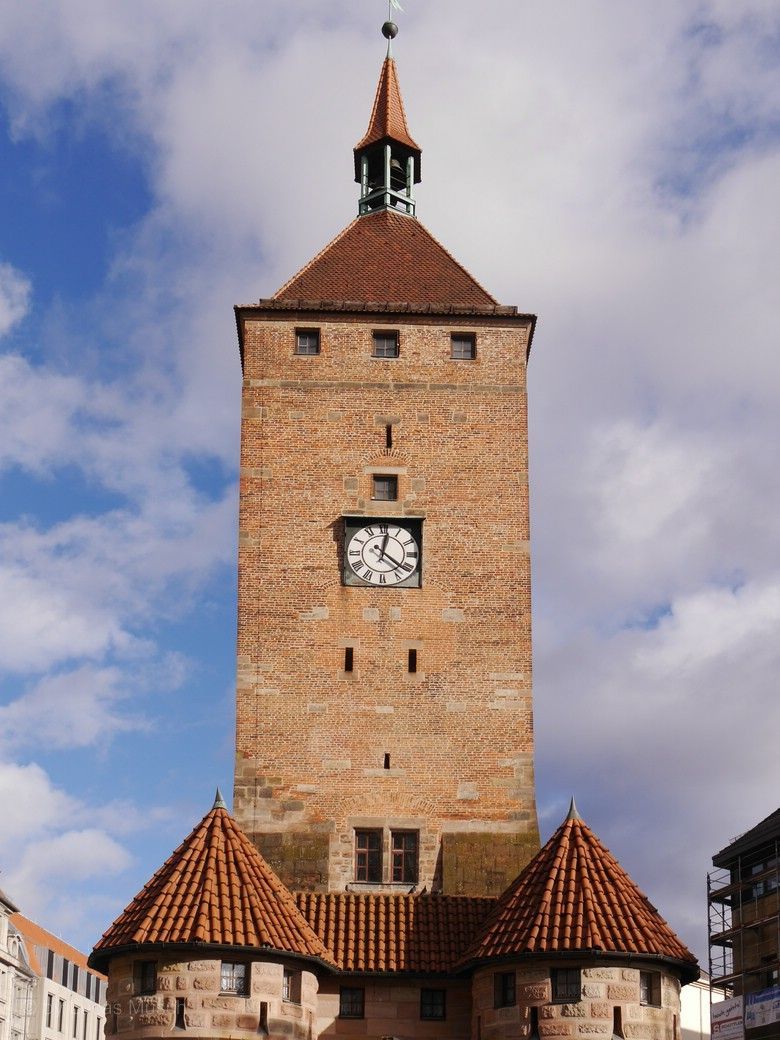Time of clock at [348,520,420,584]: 12:21
